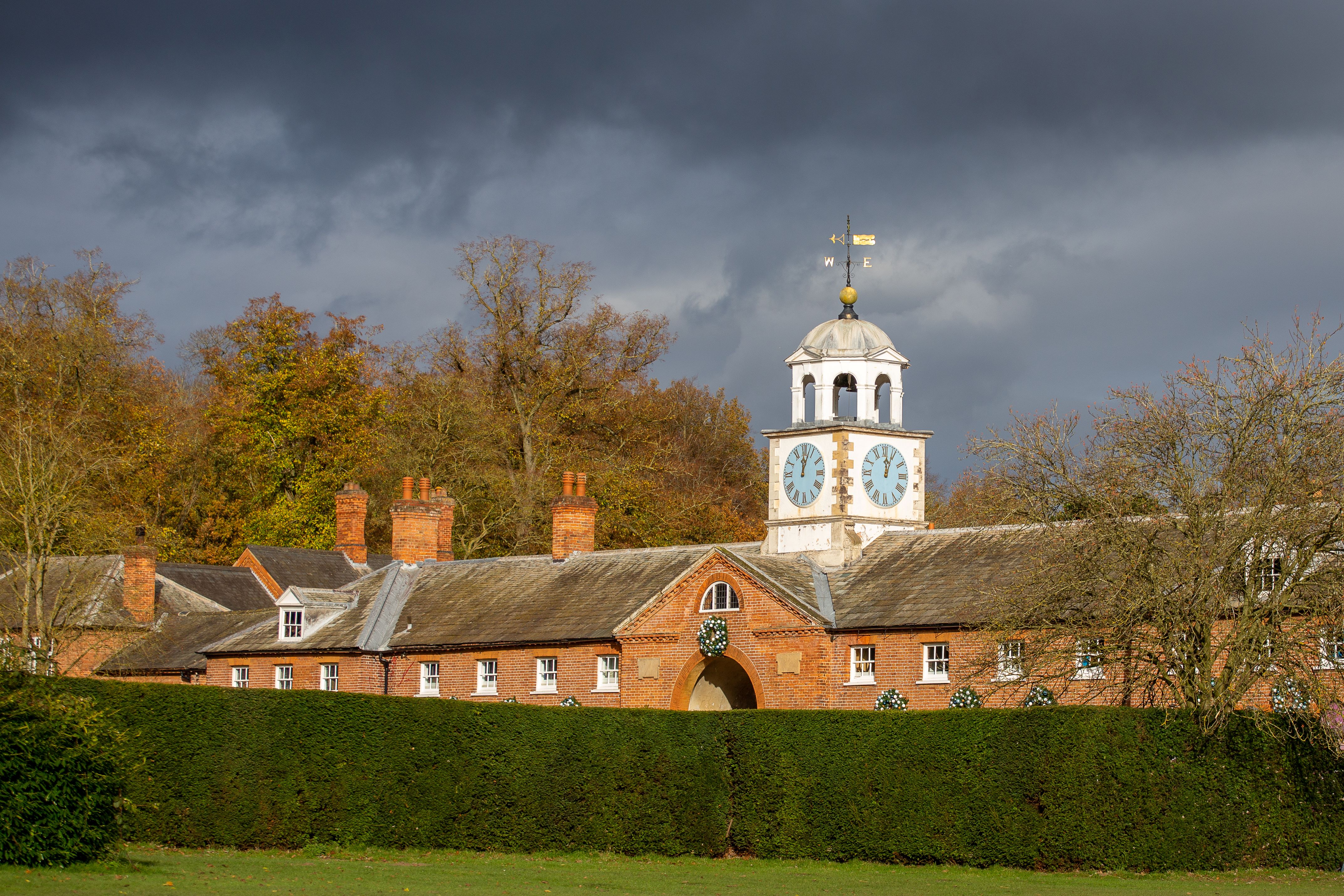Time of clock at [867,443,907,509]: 12:04
